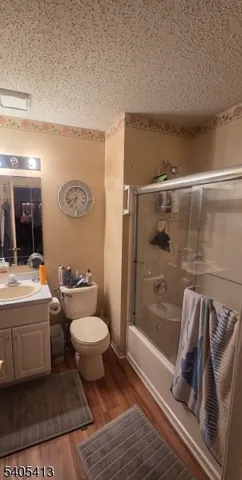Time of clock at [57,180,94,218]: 6:41
